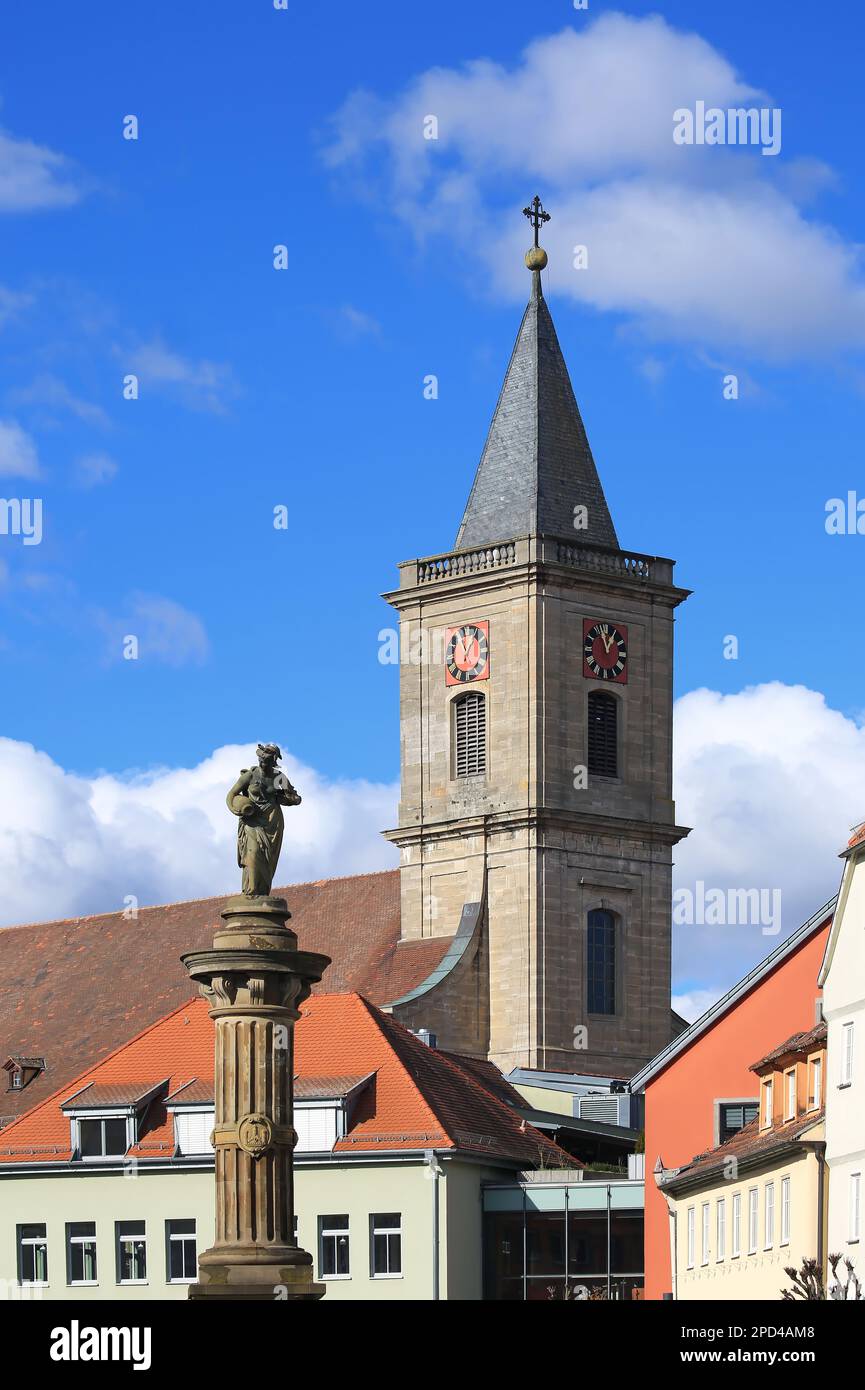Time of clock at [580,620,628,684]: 12:57
